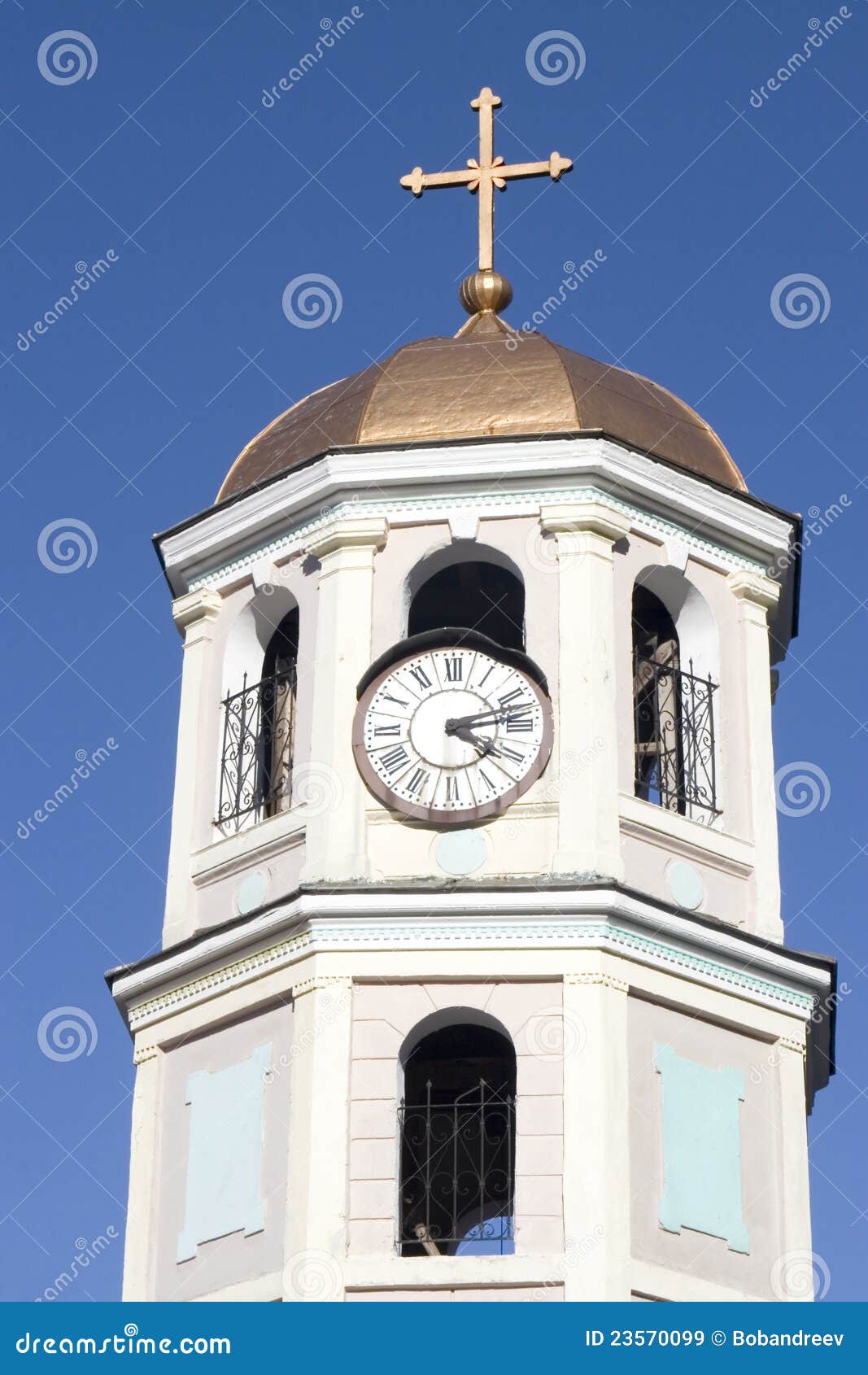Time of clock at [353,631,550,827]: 4:12
